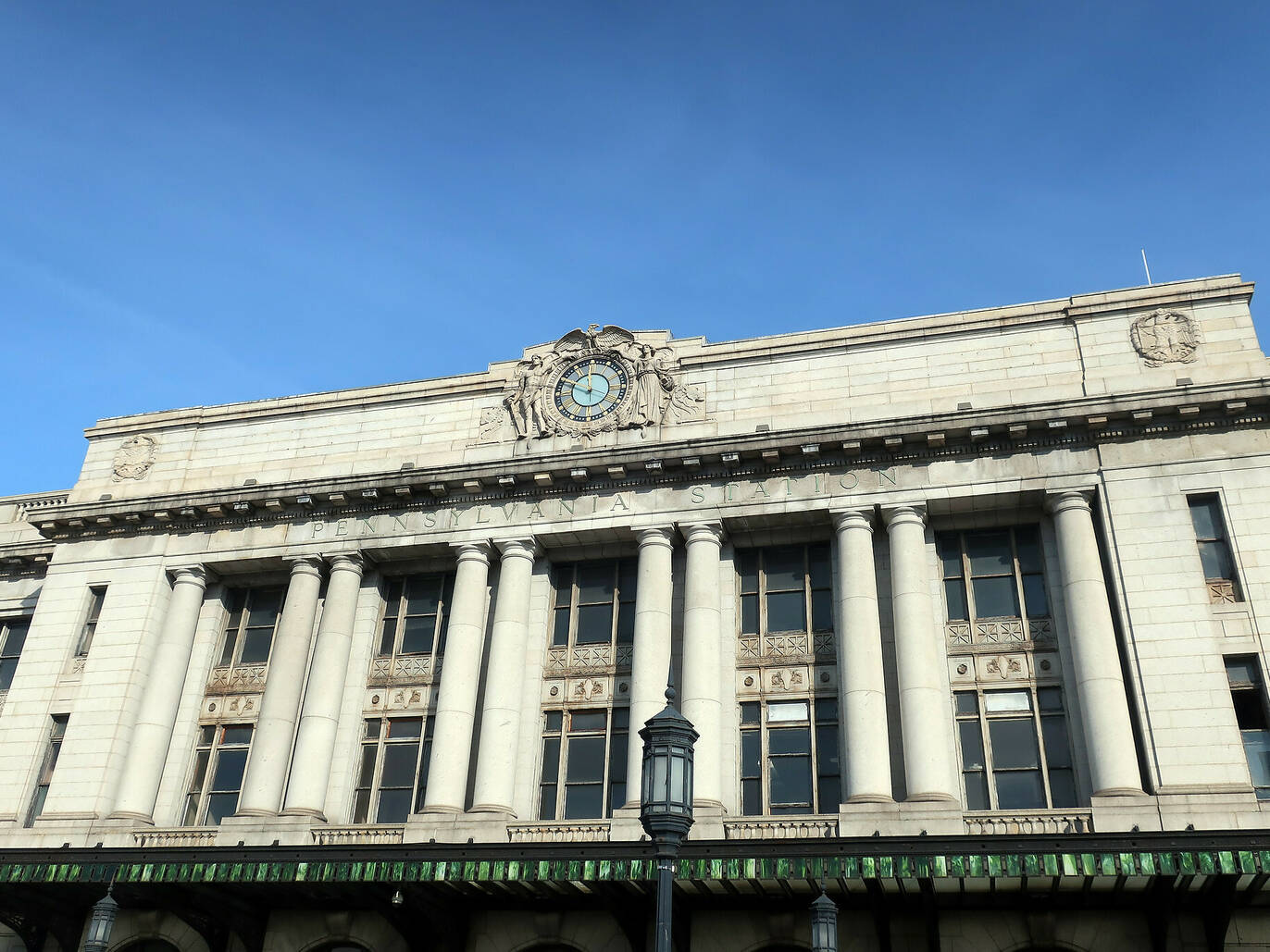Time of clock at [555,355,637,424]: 11:48
